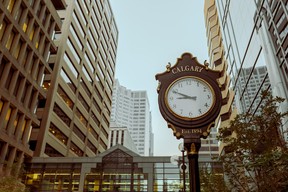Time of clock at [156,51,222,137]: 8:49
